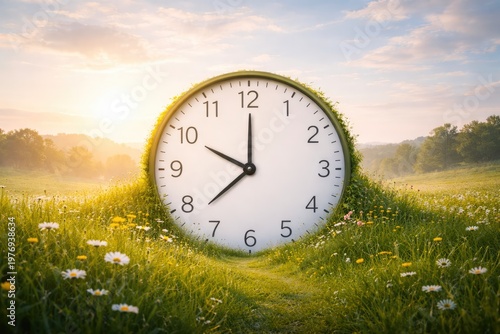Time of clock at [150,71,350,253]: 10:00
